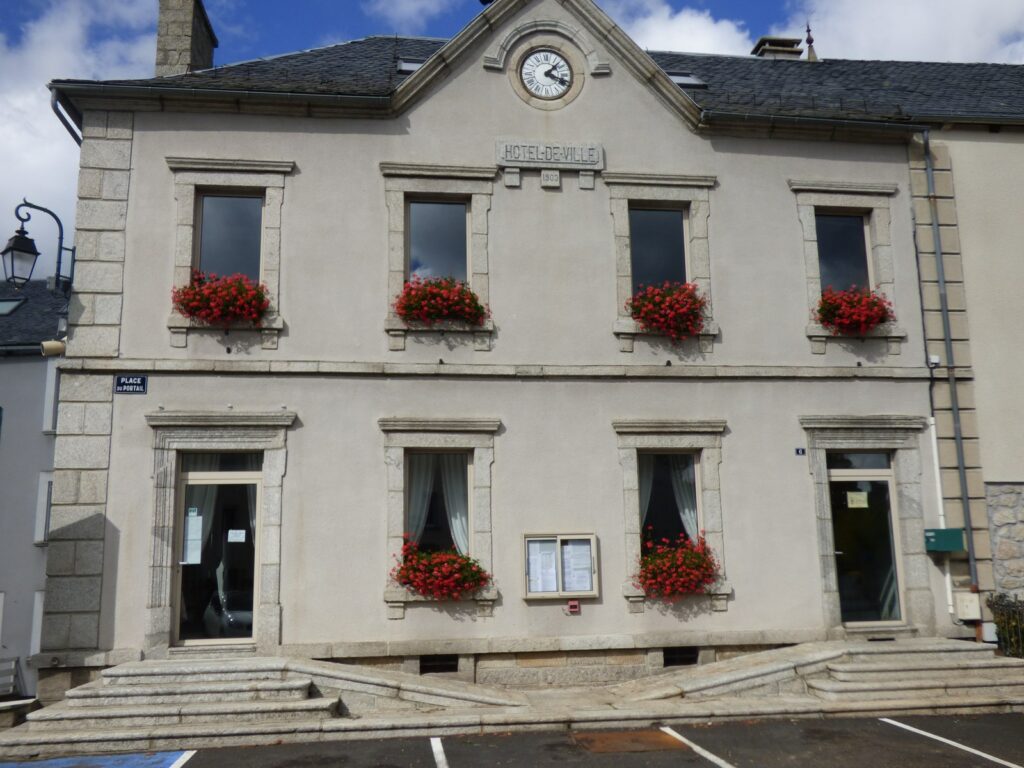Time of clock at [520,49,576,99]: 1:18
